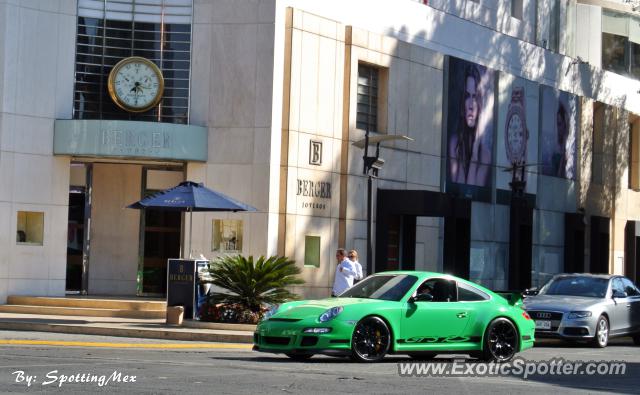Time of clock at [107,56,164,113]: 7:30
